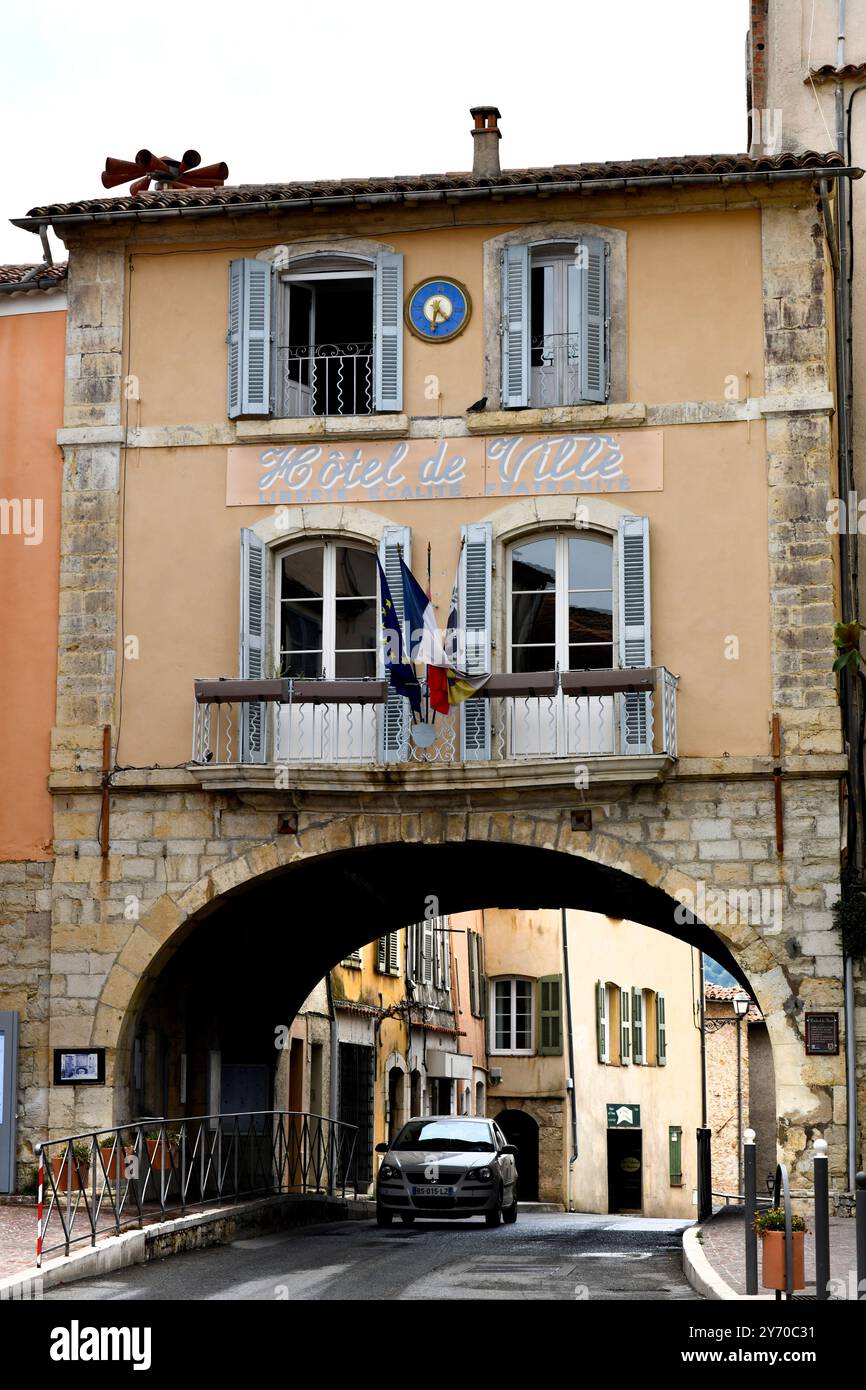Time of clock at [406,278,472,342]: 4:31
